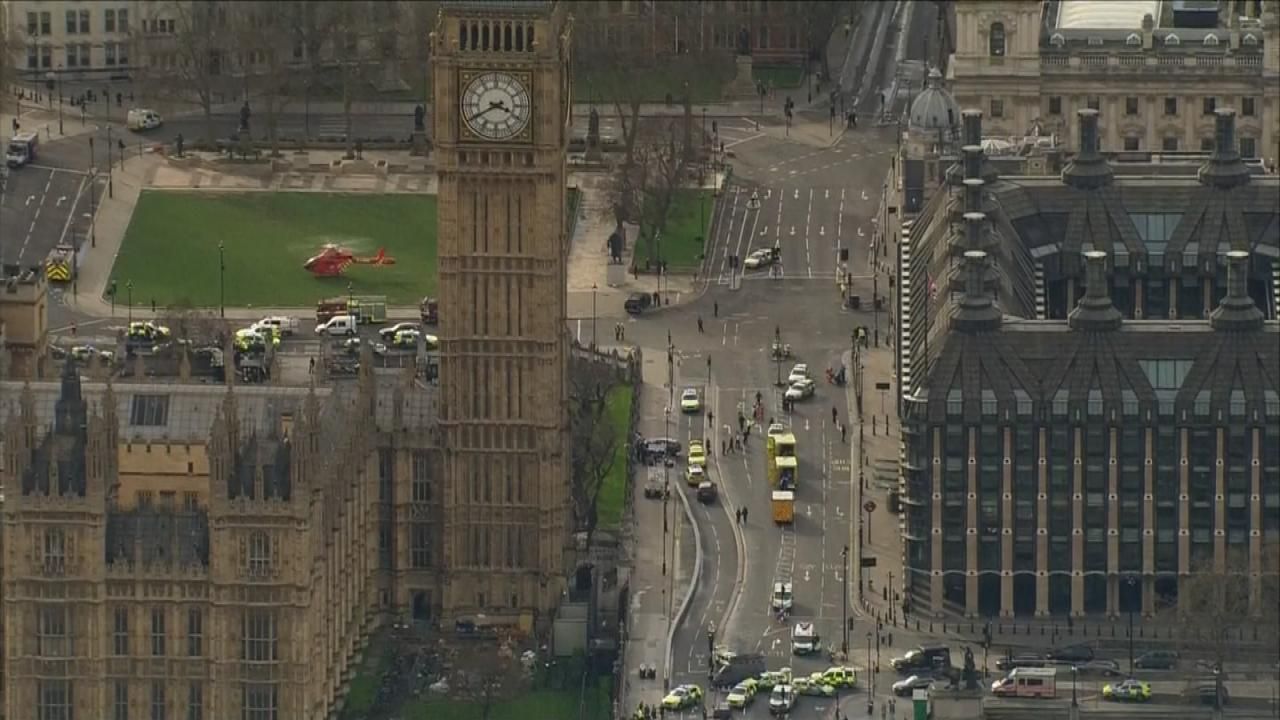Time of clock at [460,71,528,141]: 3:40
